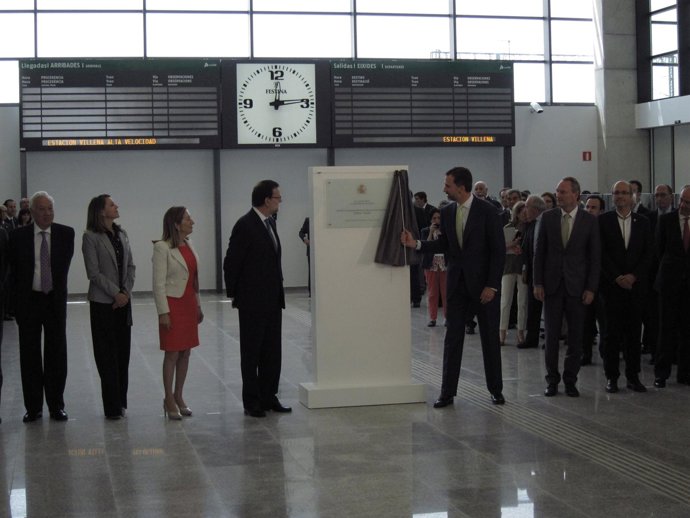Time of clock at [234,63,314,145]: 12:14
